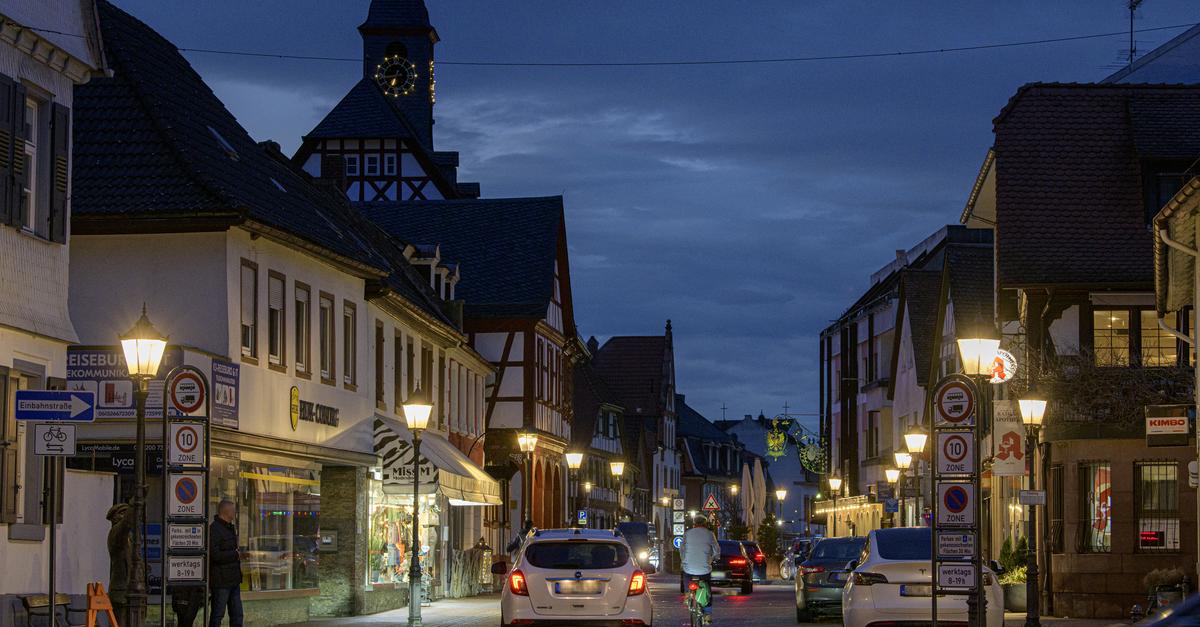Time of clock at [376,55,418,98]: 6:43
